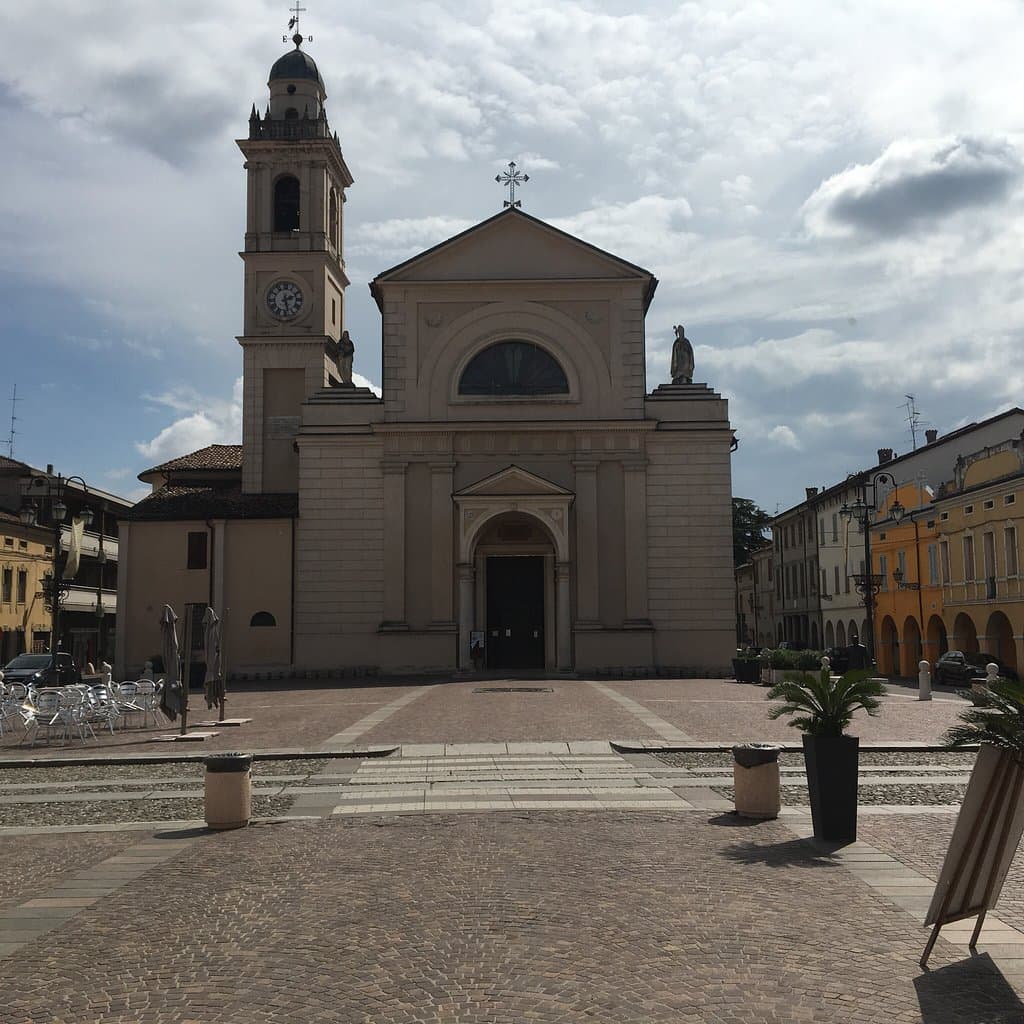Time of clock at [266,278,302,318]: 2:28
